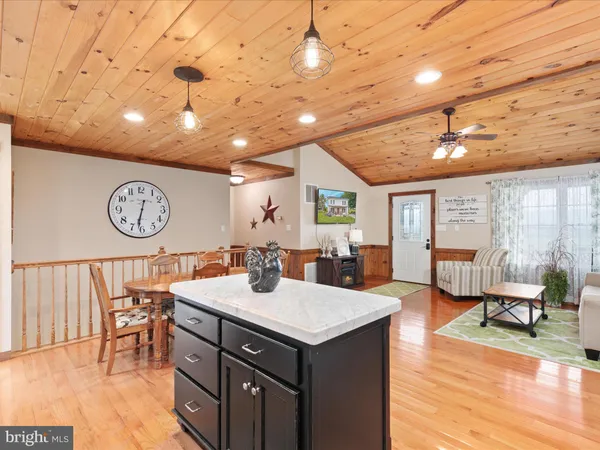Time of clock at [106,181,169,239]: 6:32
